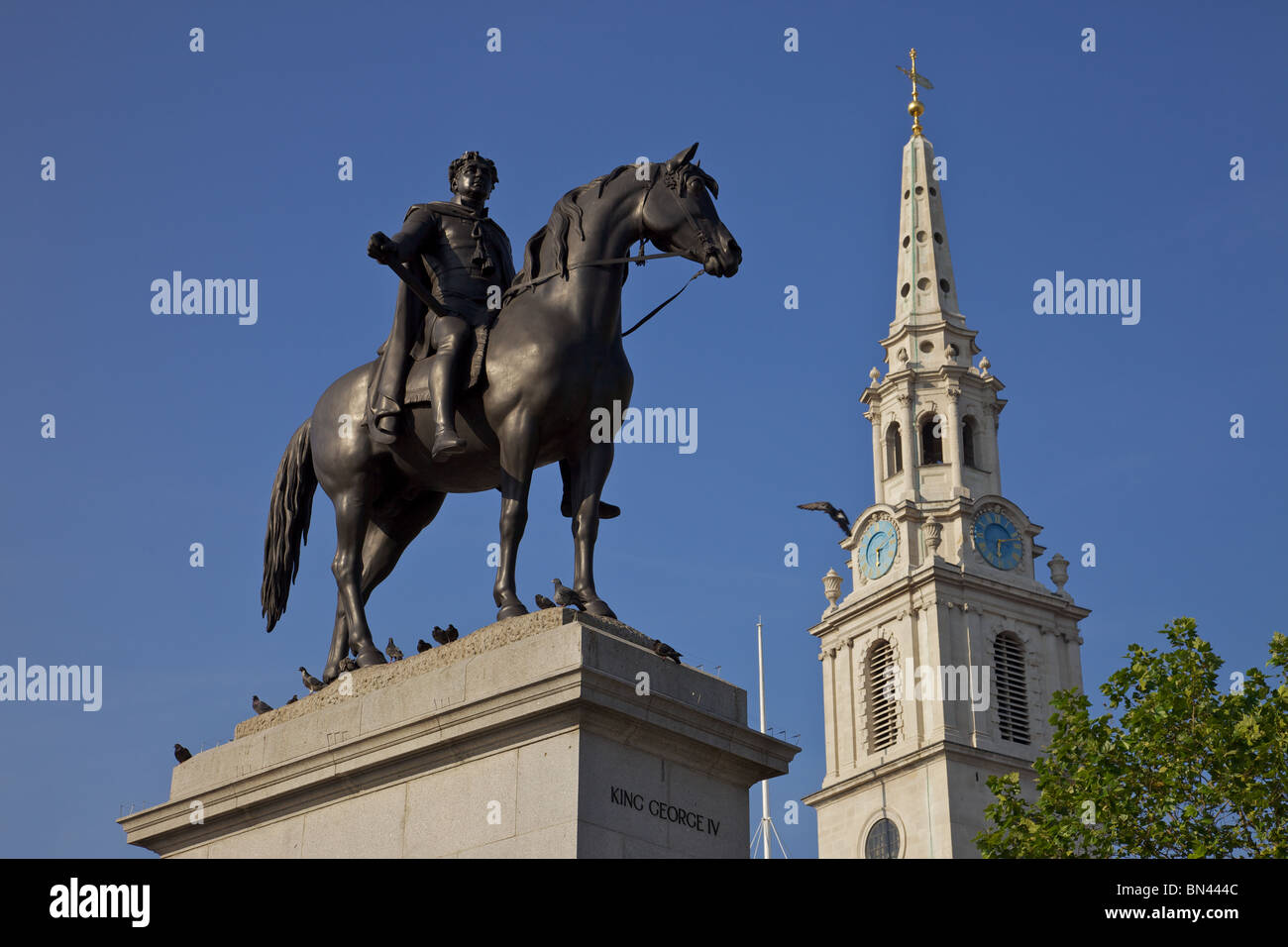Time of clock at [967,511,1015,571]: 6:12
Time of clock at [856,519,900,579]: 2:29
